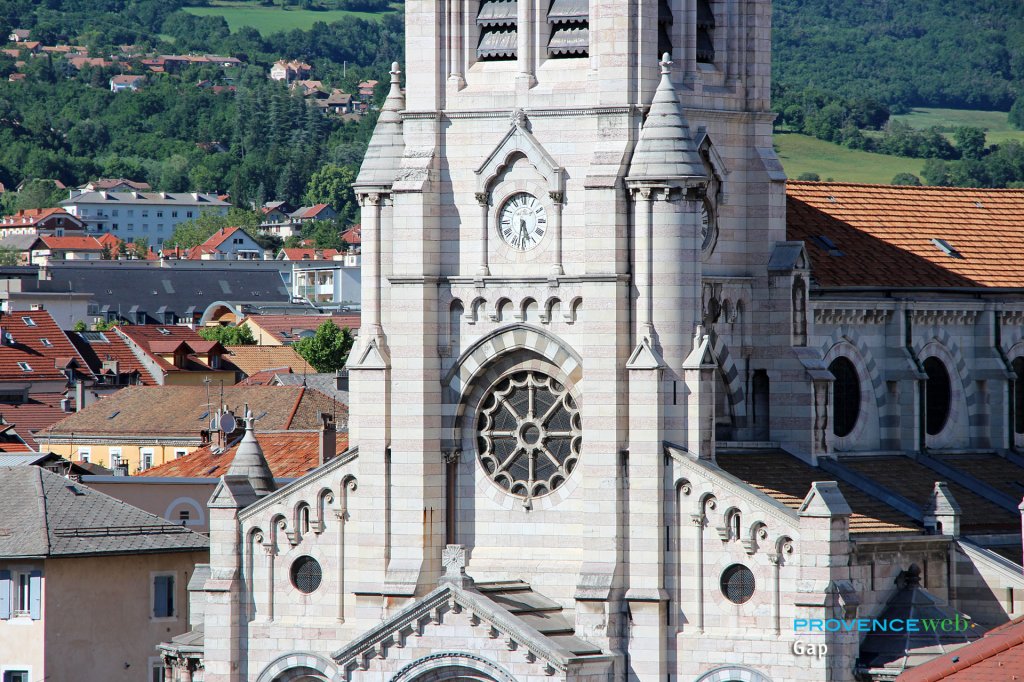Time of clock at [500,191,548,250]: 5:31
